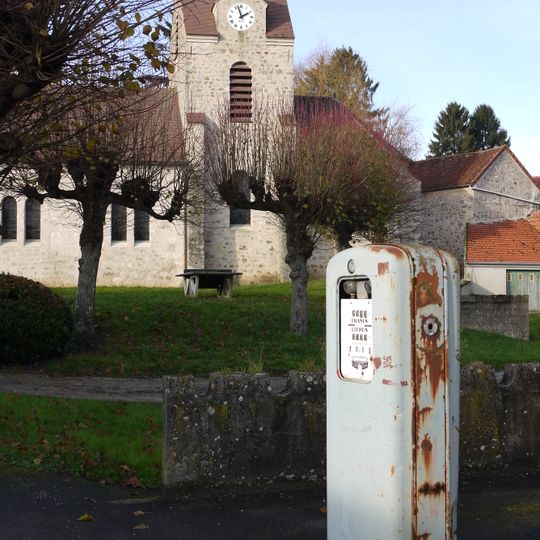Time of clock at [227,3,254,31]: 1:57
